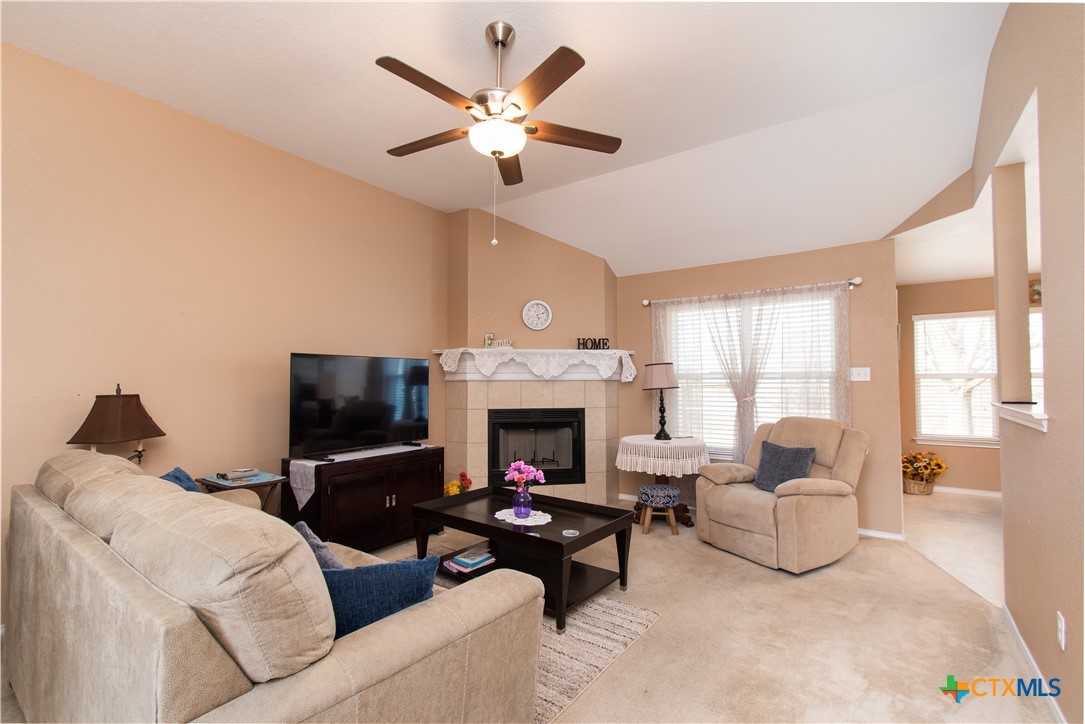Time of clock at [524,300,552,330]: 5:11
